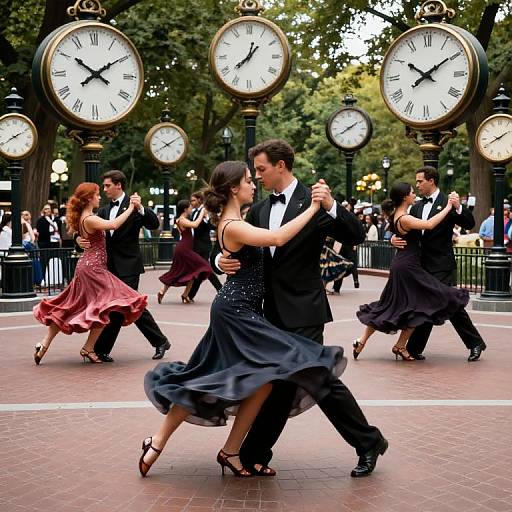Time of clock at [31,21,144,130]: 10:09
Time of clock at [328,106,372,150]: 1:39
